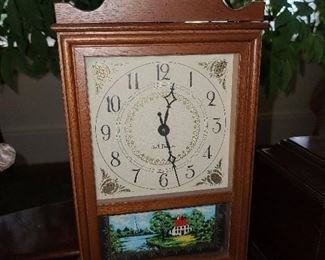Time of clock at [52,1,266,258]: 12:27
